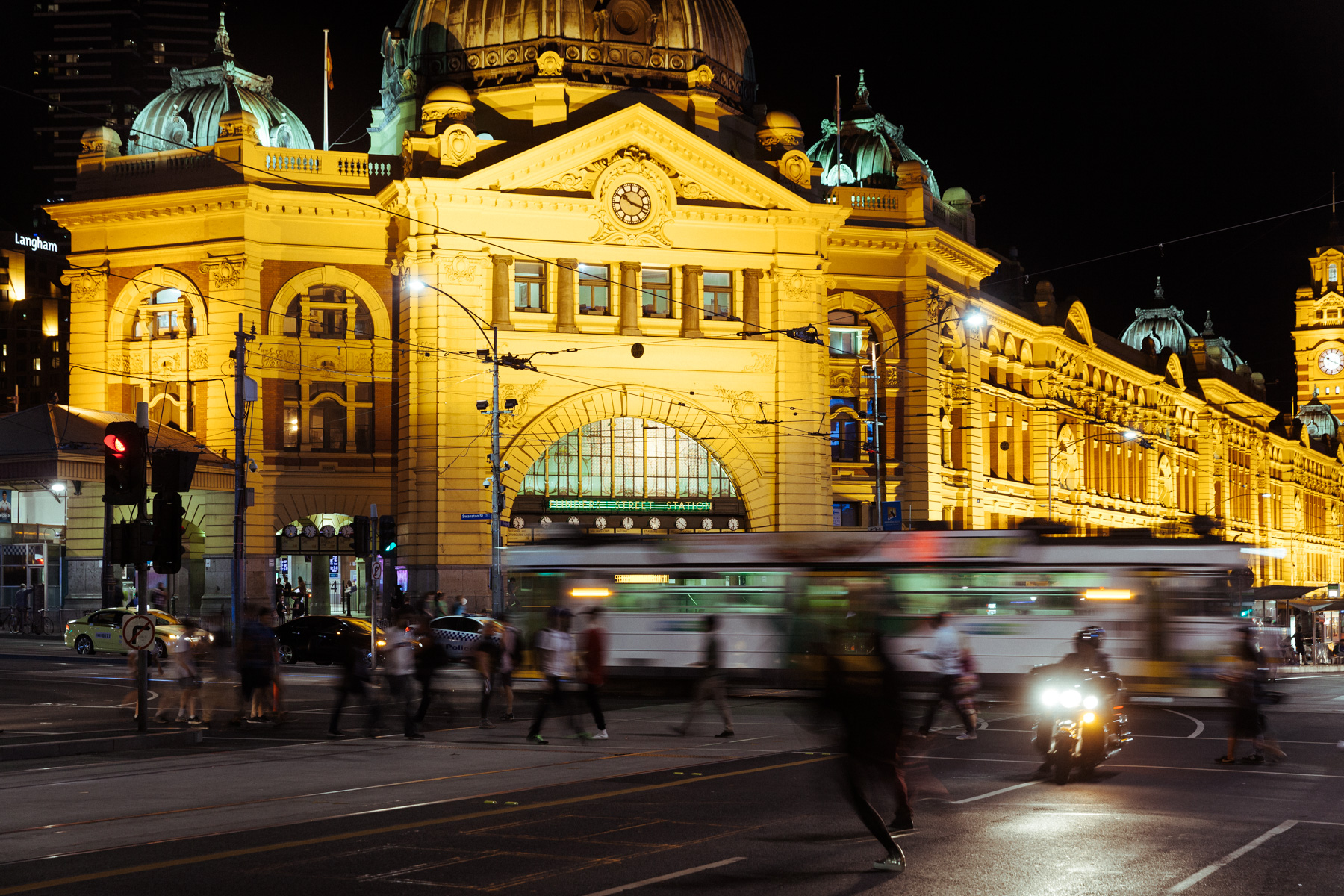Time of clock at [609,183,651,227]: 10:18
